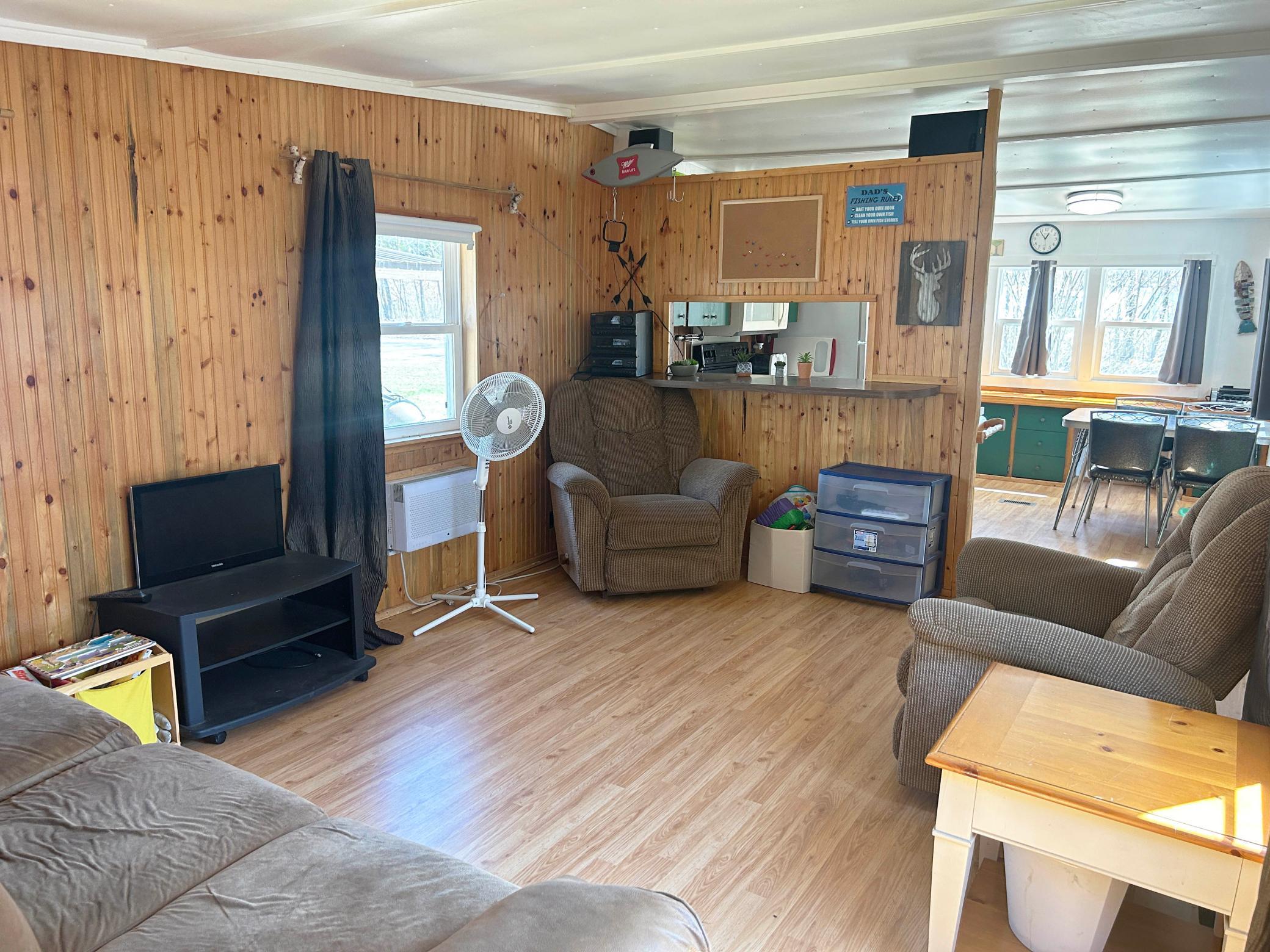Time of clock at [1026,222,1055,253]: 12:54
